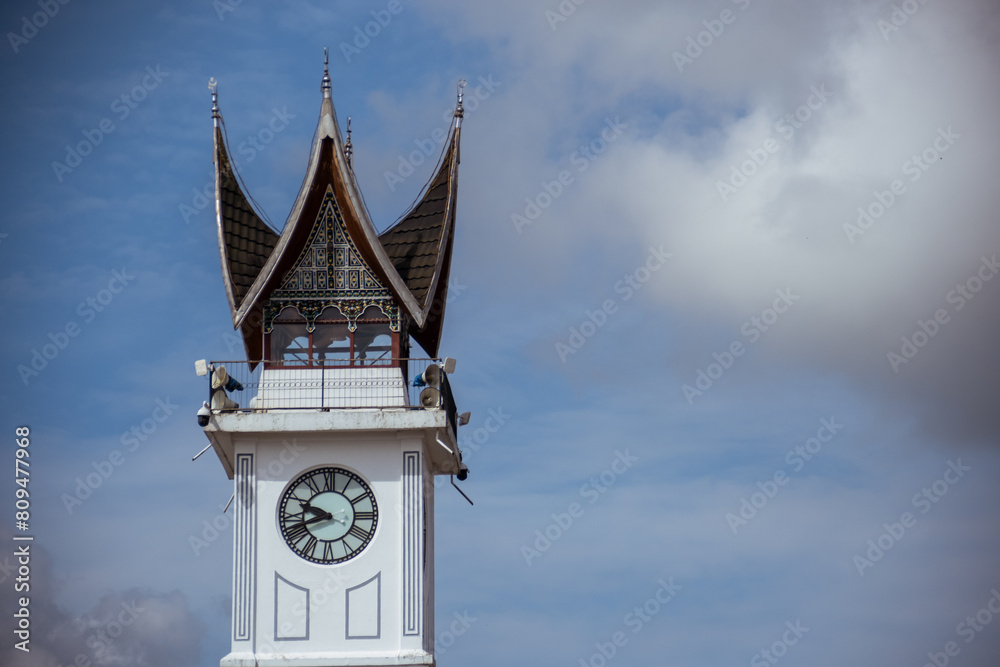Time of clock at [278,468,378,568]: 9:41
